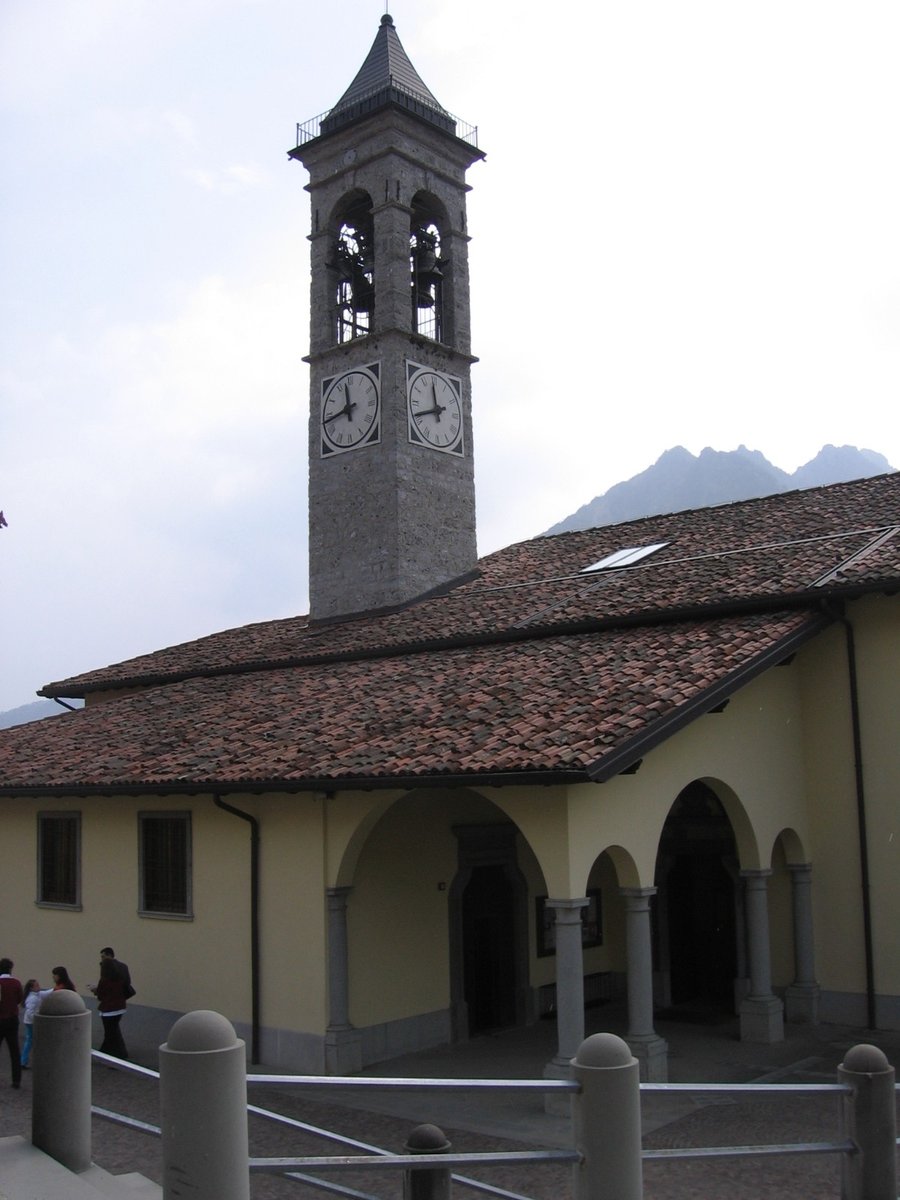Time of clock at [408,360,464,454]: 11:41
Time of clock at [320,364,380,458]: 11:43
